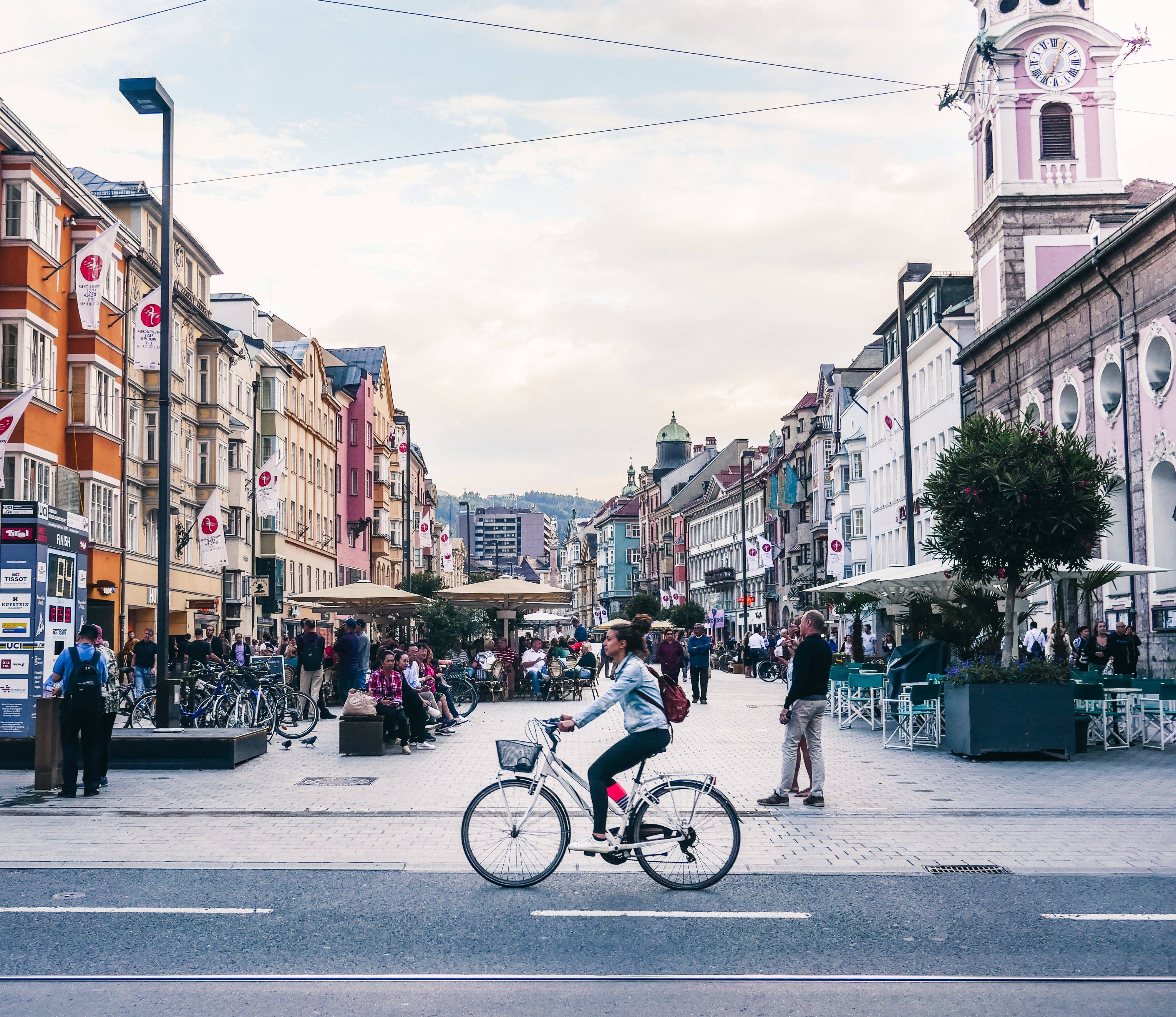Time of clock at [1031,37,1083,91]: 7:04
